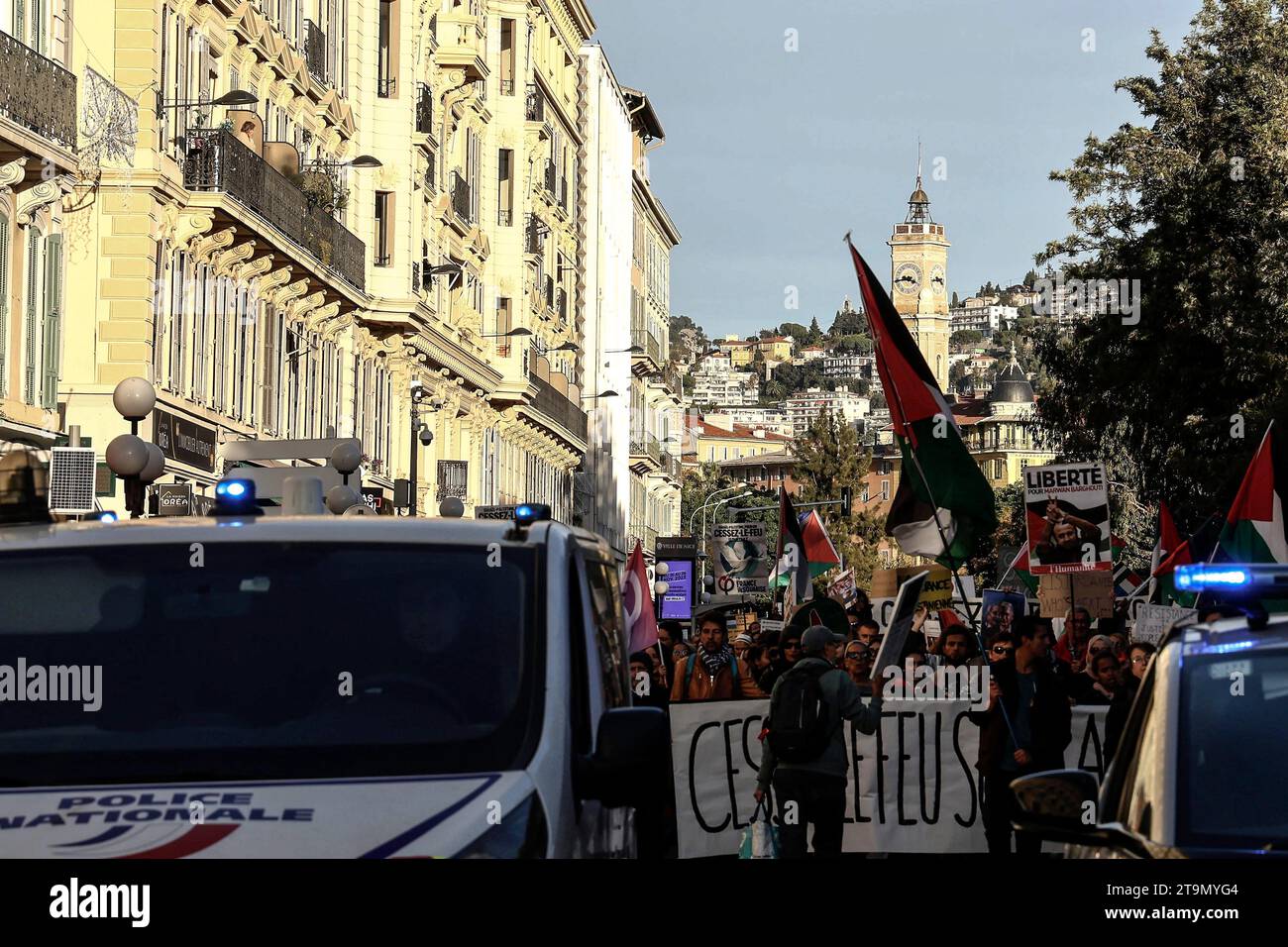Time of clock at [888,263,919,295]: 3:43
